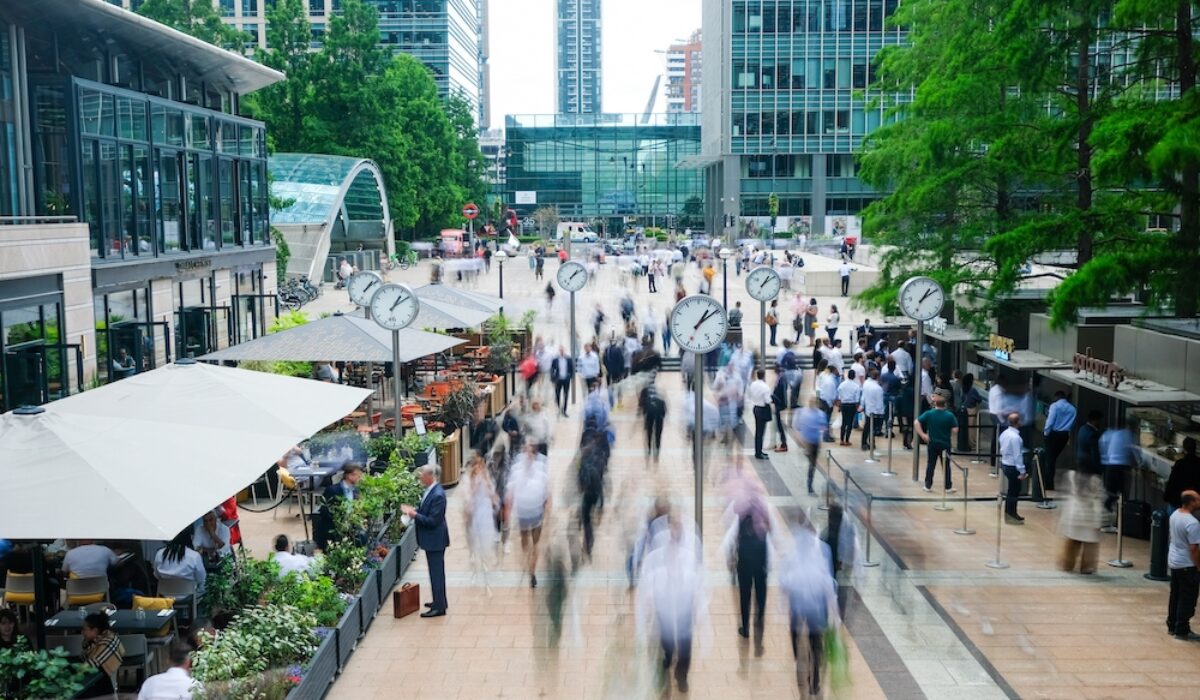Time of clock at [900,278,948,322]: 1:09
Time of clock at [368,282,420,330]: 1:09
